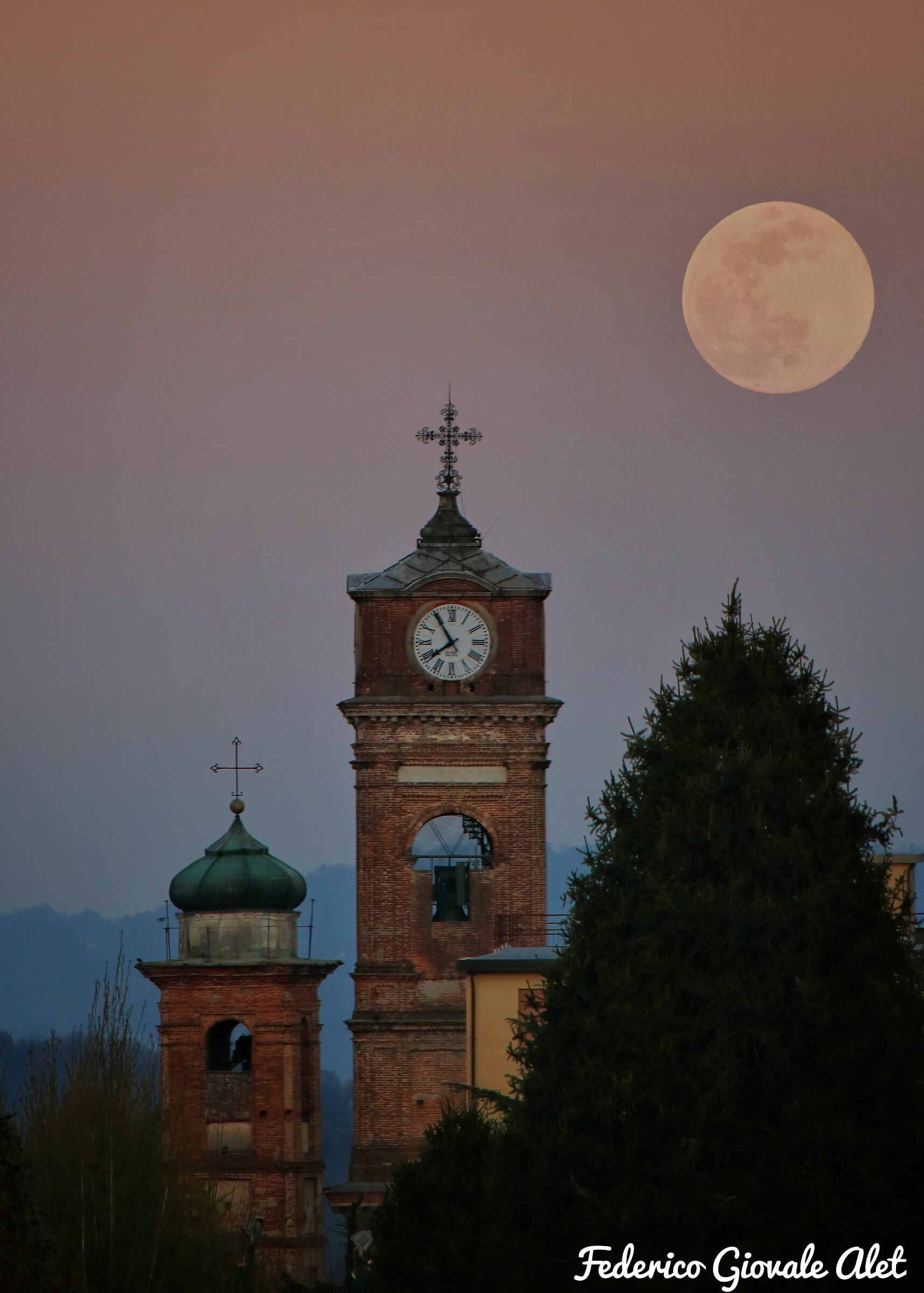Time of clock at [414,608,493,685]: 7:54
